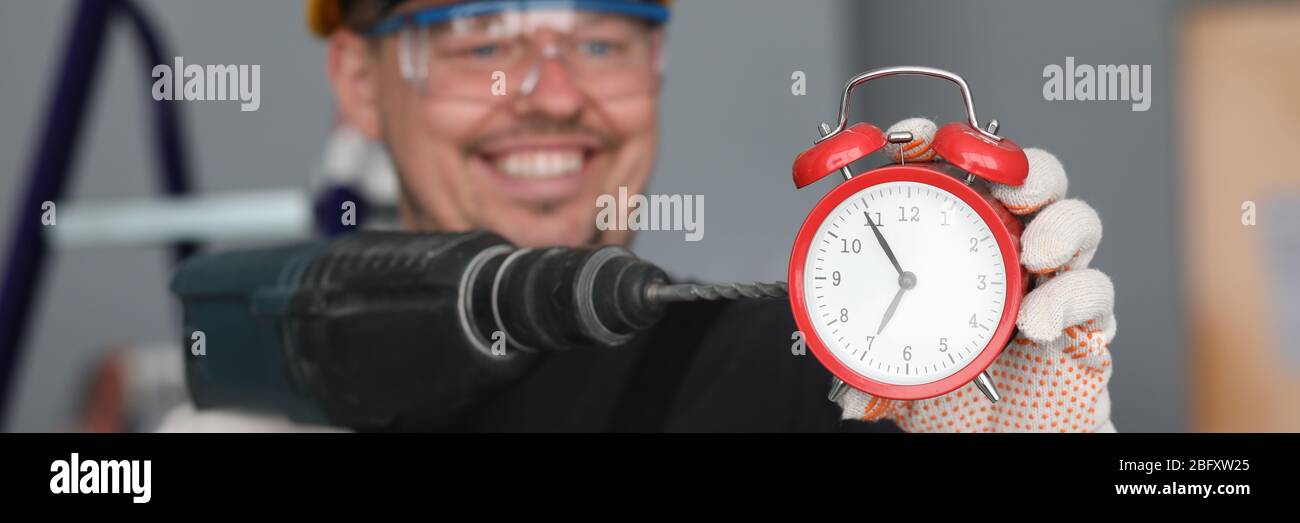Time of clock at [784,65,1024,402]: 6:54
